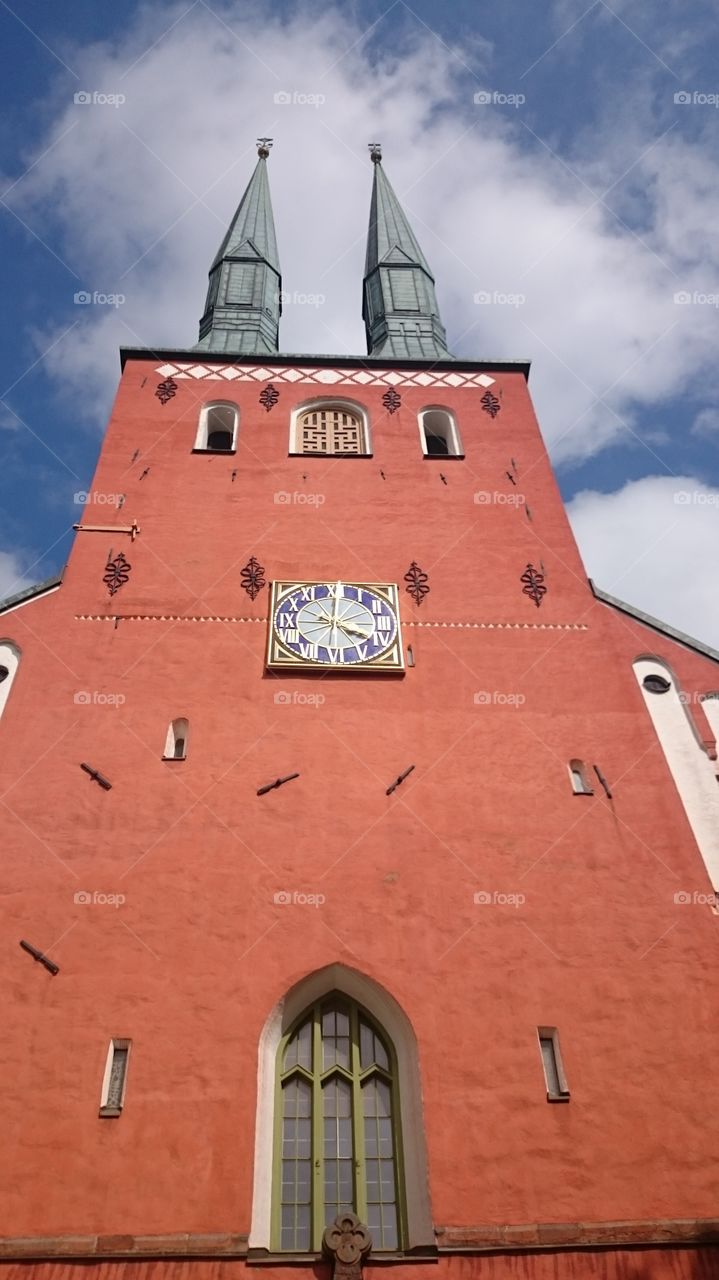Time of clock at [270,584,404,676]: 4:00
